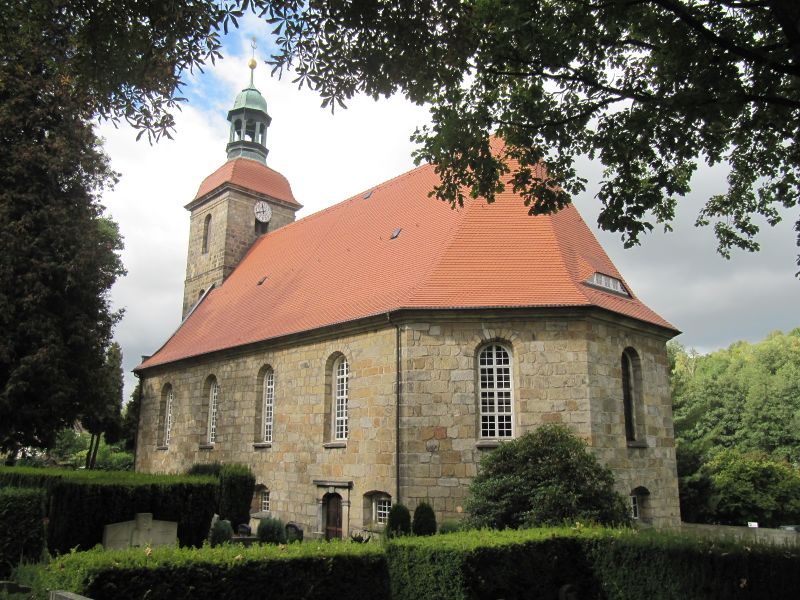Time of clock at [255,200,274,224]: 11:41
